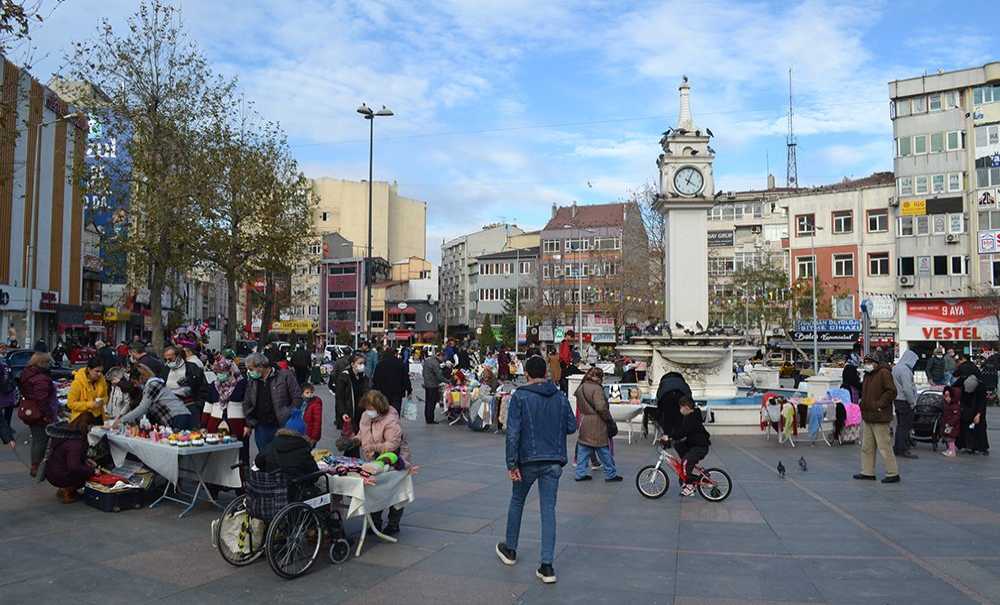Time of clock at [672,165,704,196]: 4:03
